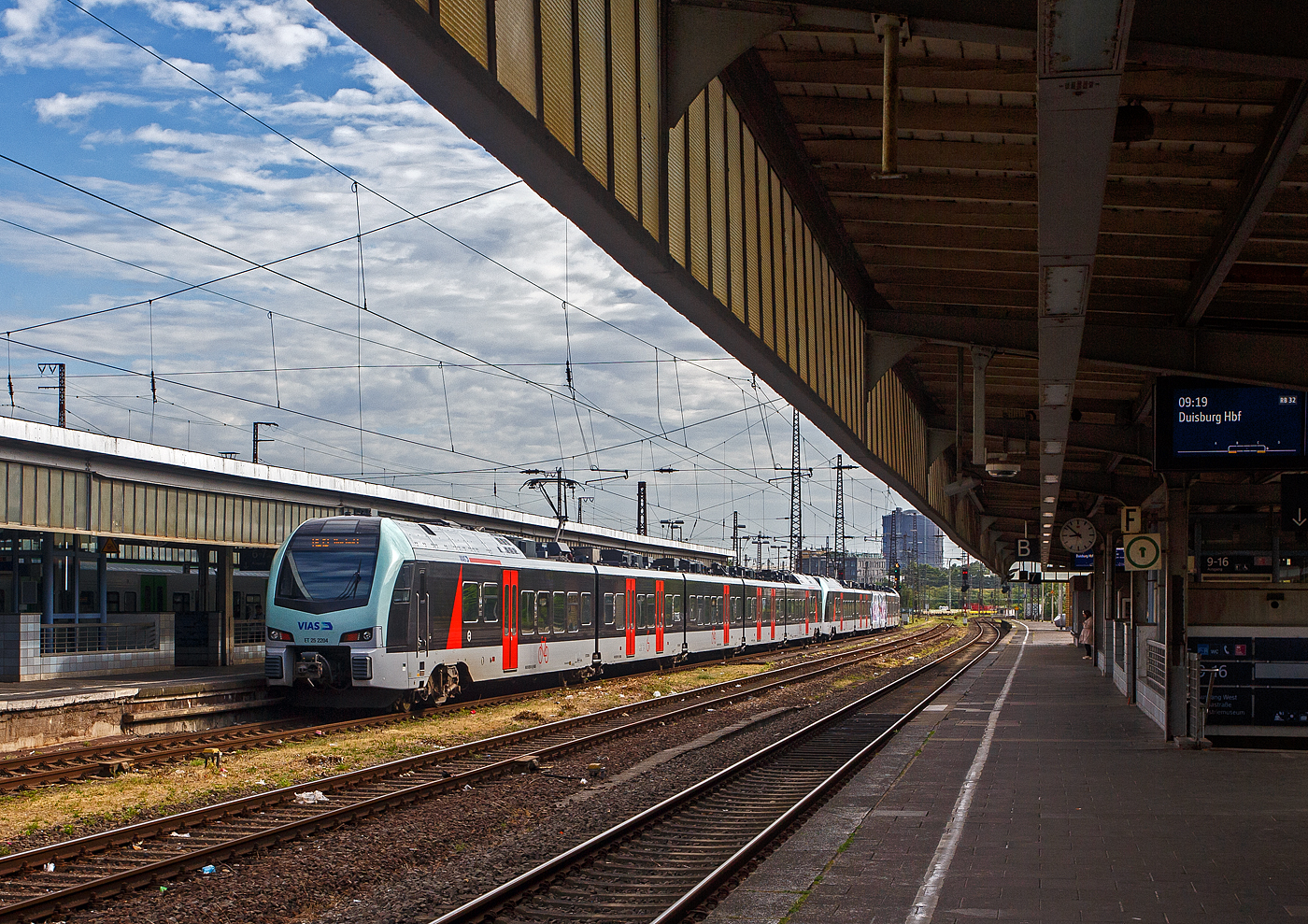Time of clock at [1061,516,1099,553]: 8:52
